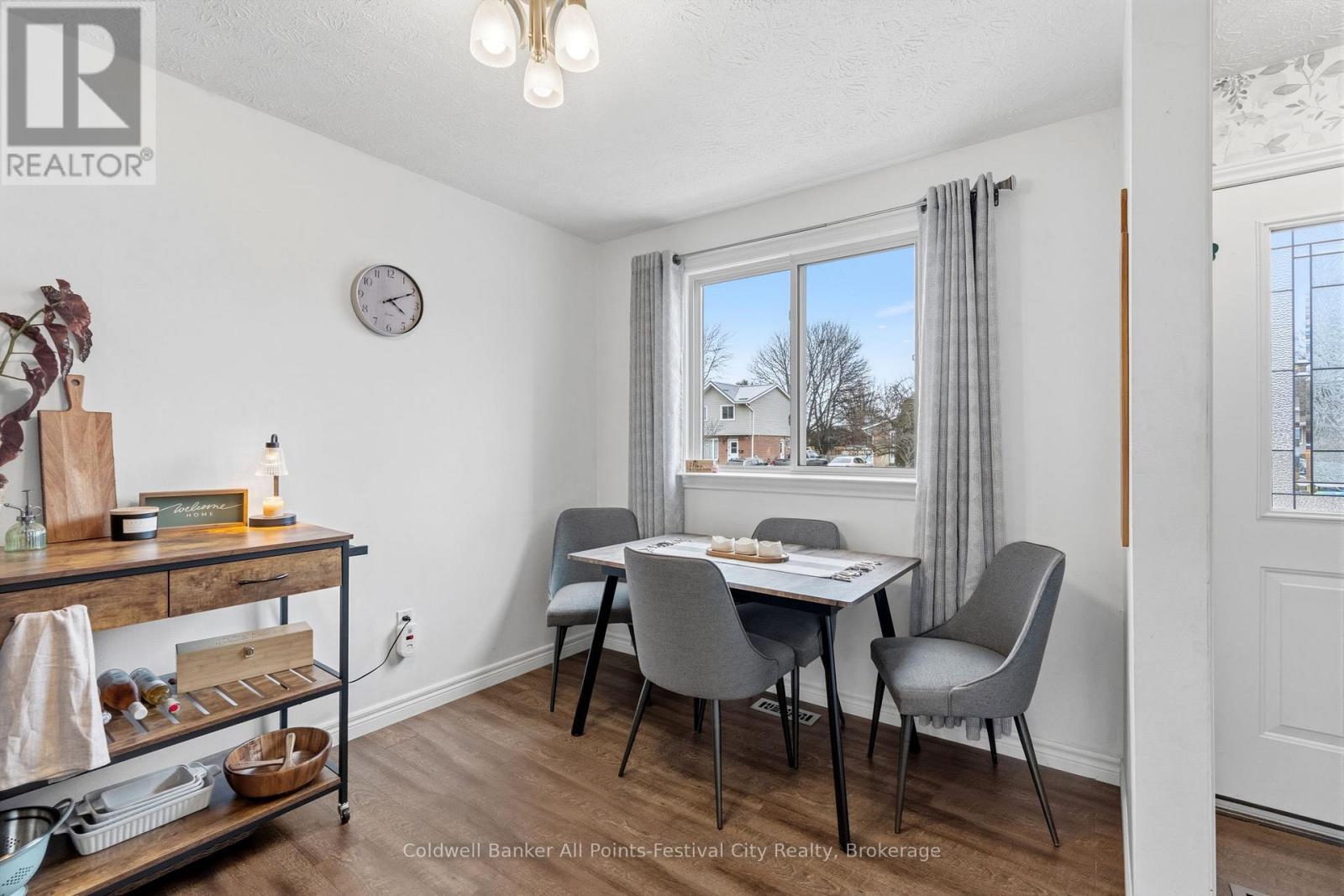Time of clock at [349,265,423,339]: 4:10
